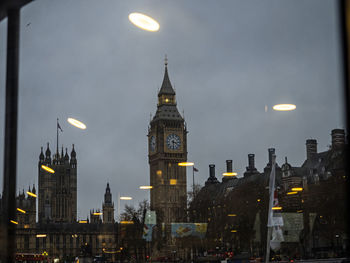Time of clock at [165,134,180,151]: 3:30
